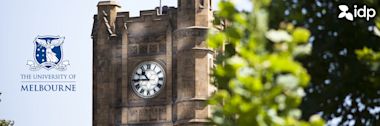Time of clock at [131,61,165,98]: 10:44
